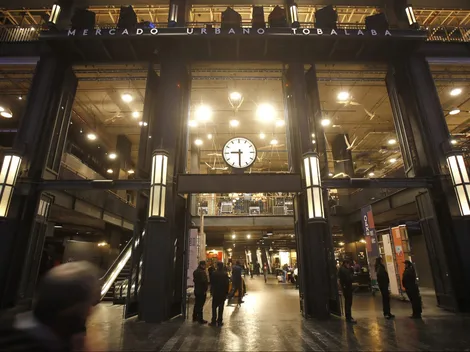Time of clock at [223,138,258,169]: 9:30
